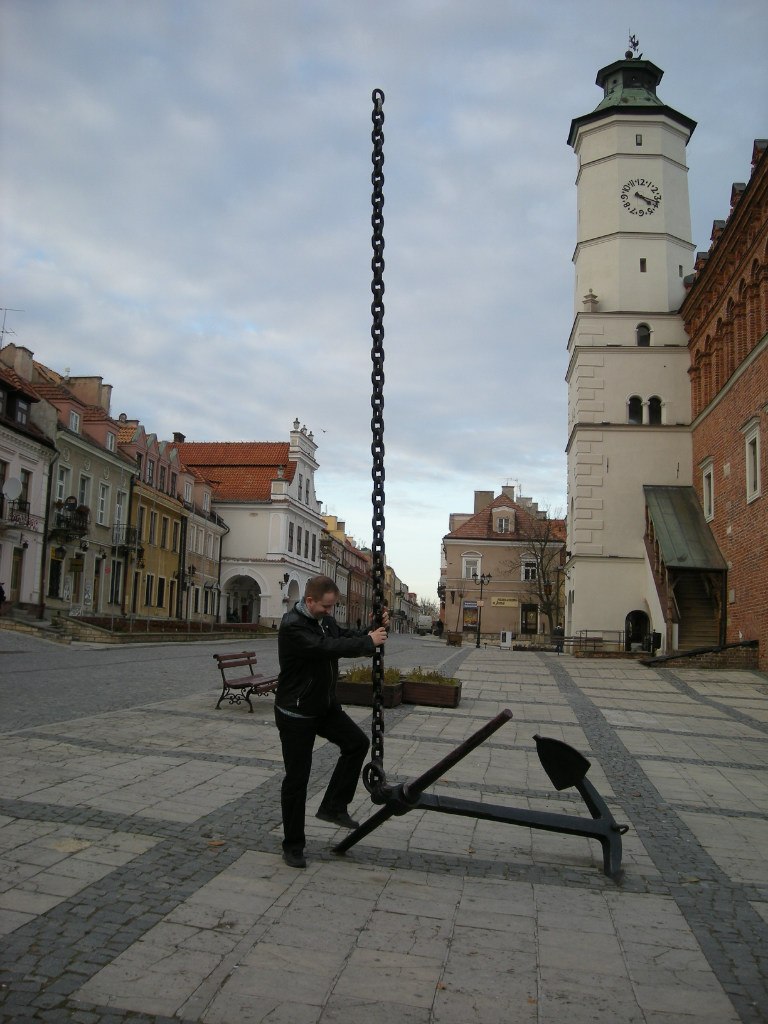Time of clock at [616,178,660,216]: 4:17
